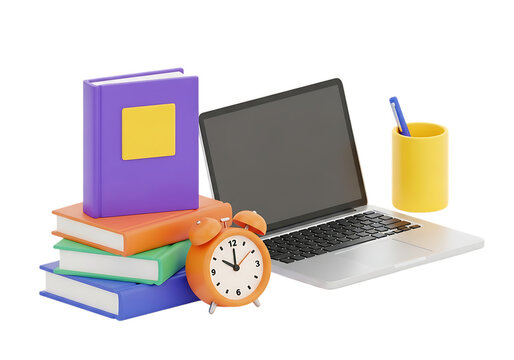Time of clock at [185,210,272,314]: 10:00
